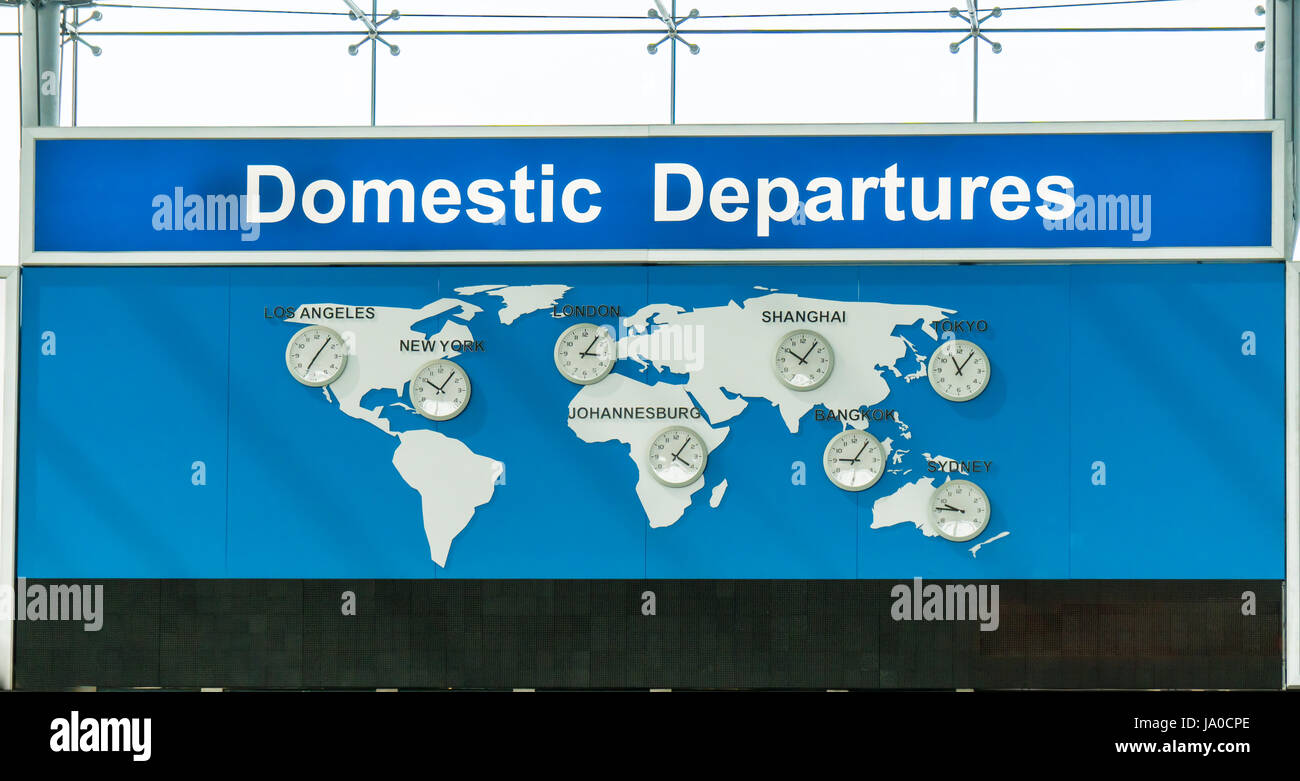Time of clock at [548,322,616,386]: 3:06
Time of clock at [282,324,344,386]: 7:06
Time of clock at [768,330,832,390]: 10:06
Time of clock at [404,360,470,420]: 10:06
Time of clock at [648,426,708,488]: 4:06
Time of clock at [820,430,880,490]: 9:06
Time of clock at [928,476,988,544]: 9:45
